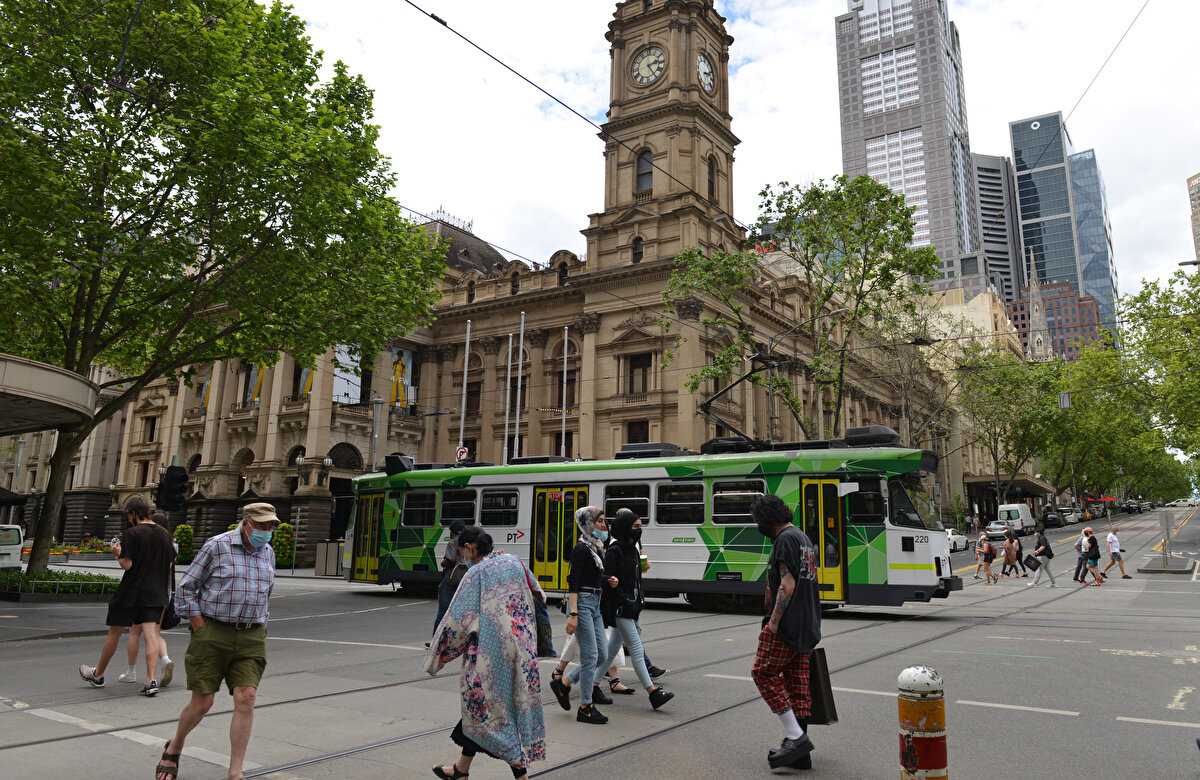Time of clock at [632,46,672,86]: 2:24
